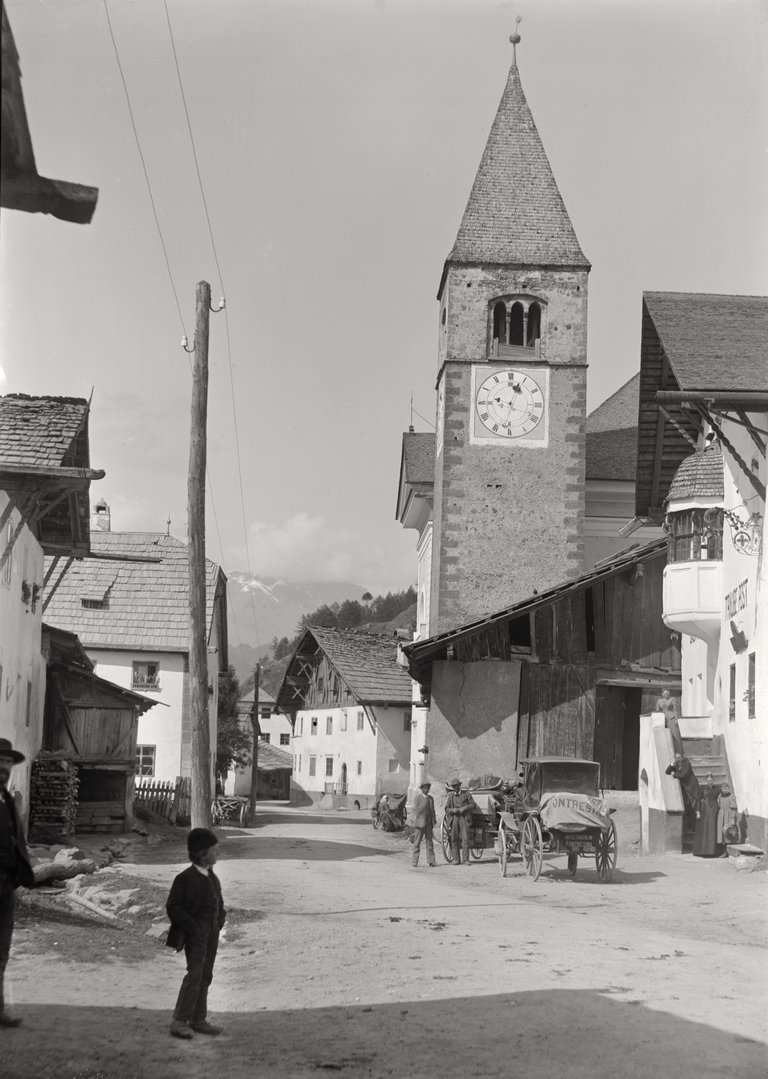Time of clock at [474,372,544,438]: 12:32
